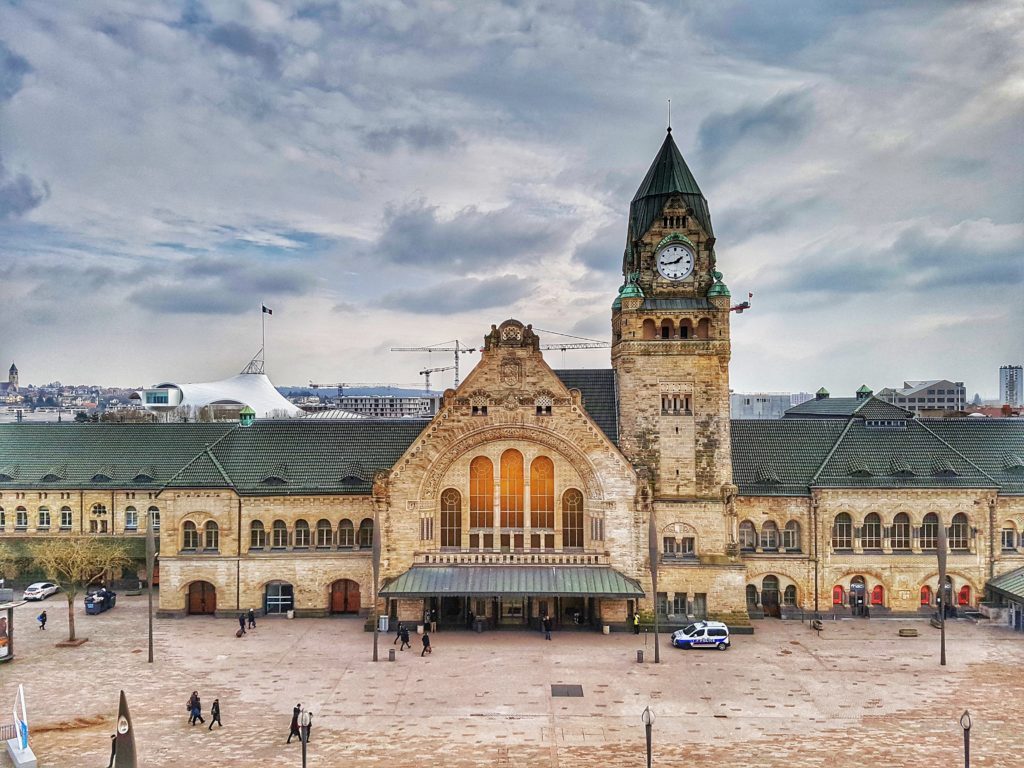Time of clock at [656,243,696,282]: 1:43
